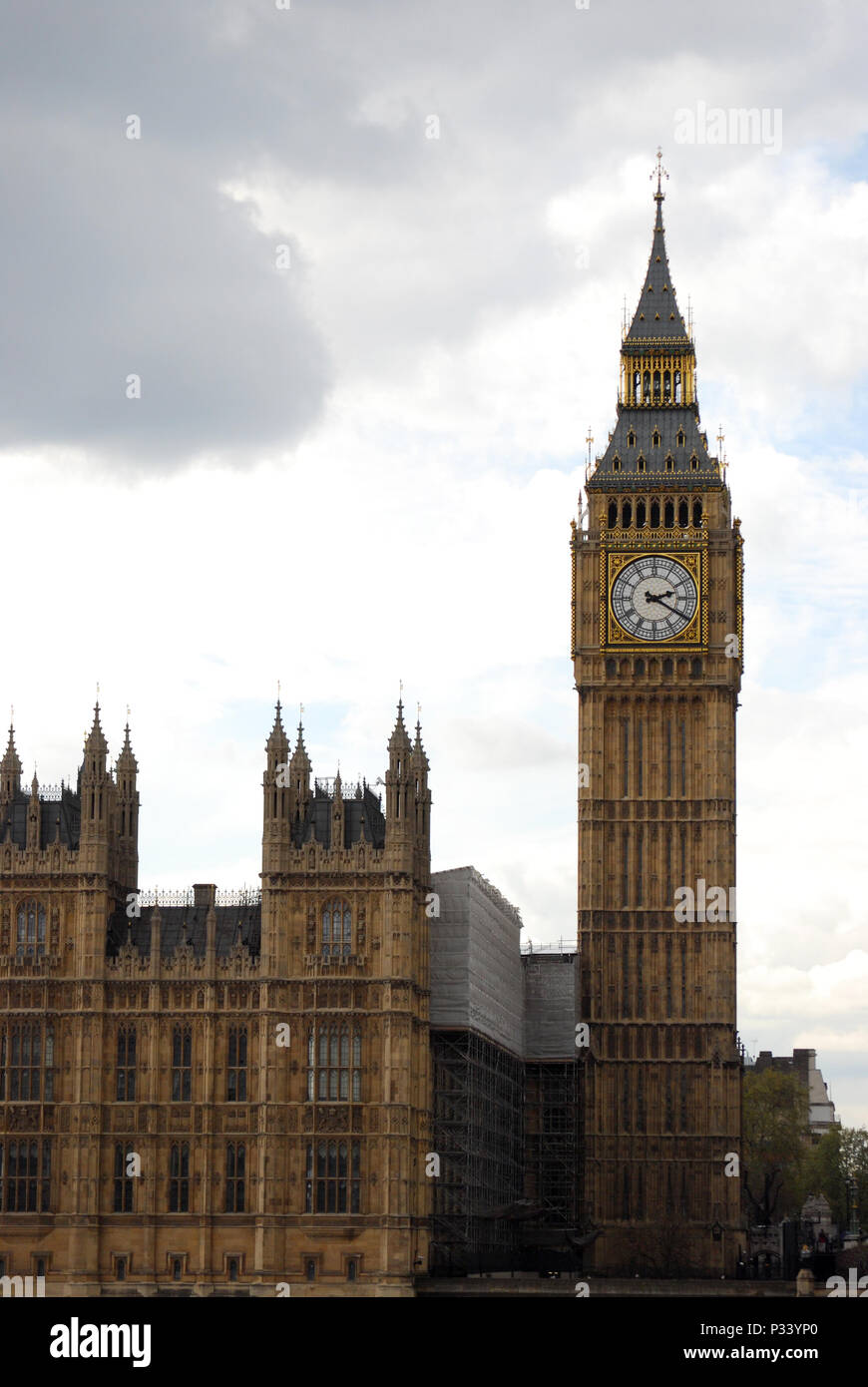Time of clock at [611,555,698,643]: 2:20
